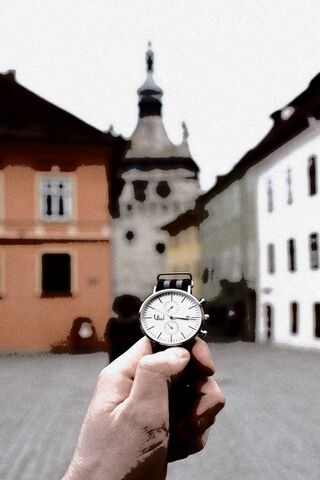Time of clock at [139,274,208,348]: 3:15
